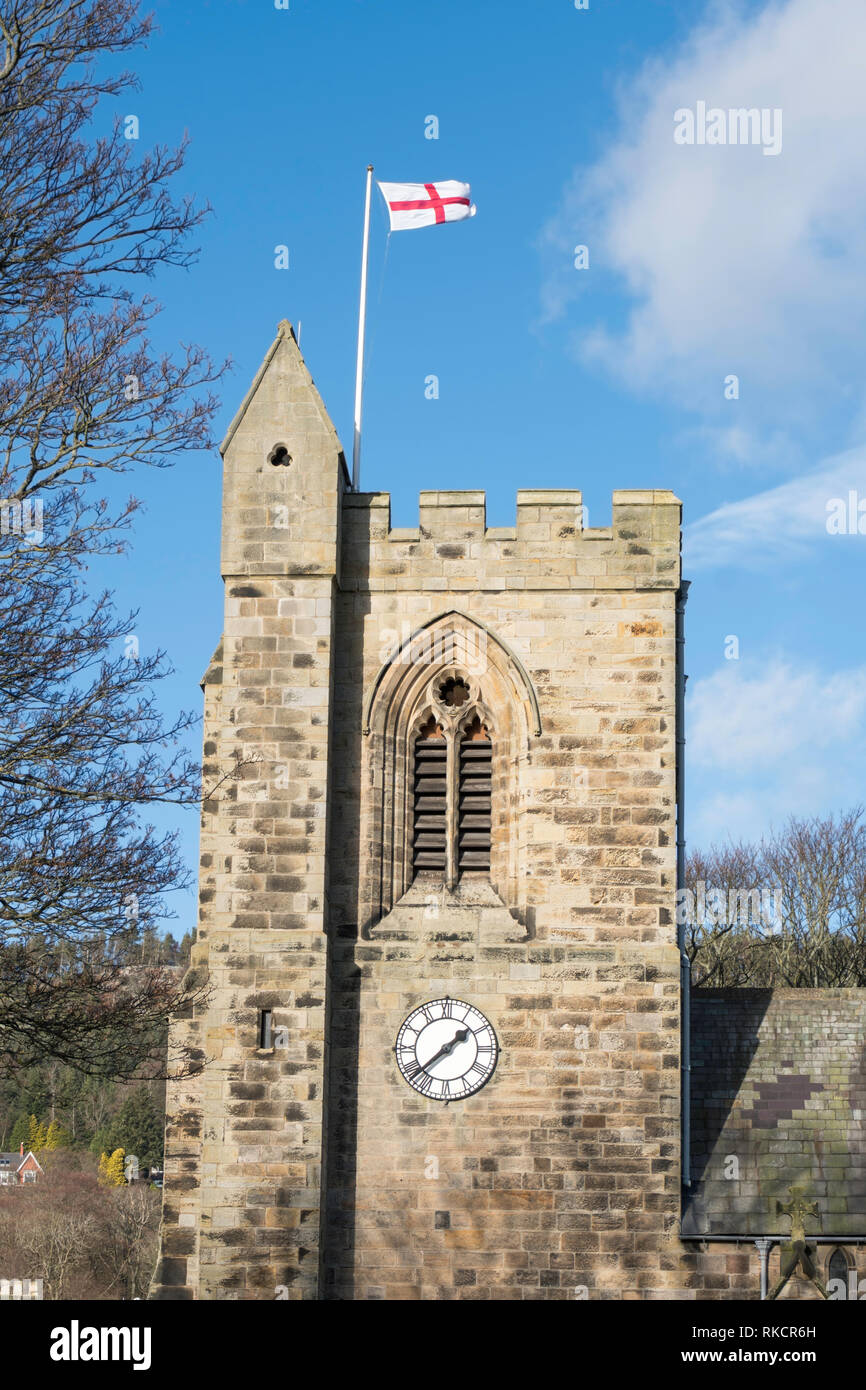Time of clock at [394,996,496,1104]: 1:38
